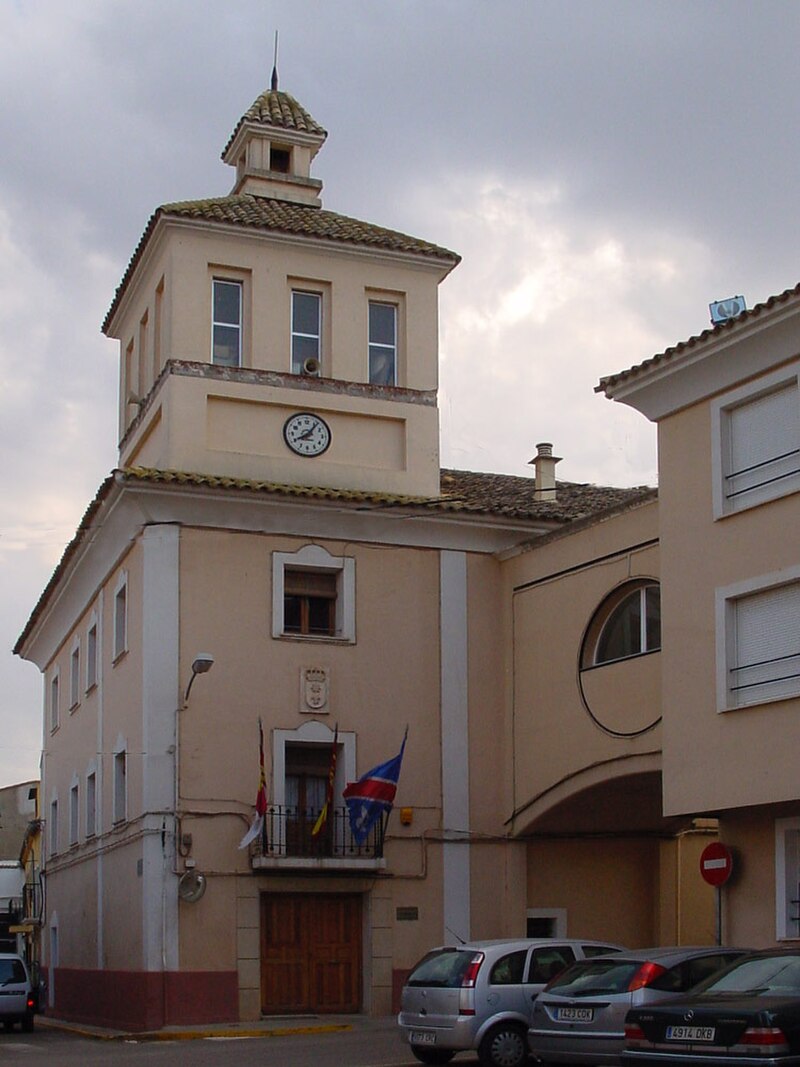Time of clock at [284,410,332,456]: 8:06
